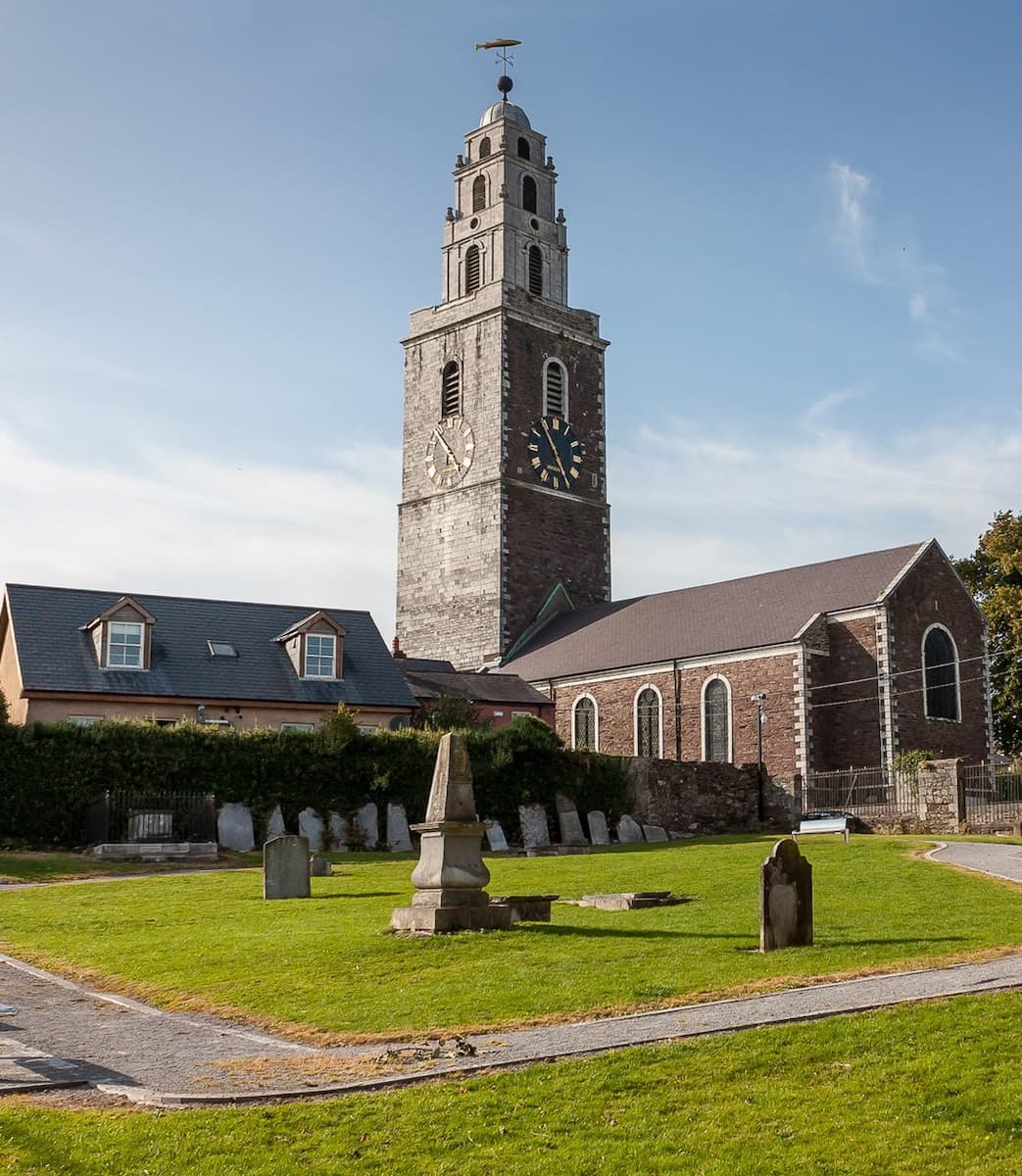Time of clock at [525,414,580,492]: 4:54
